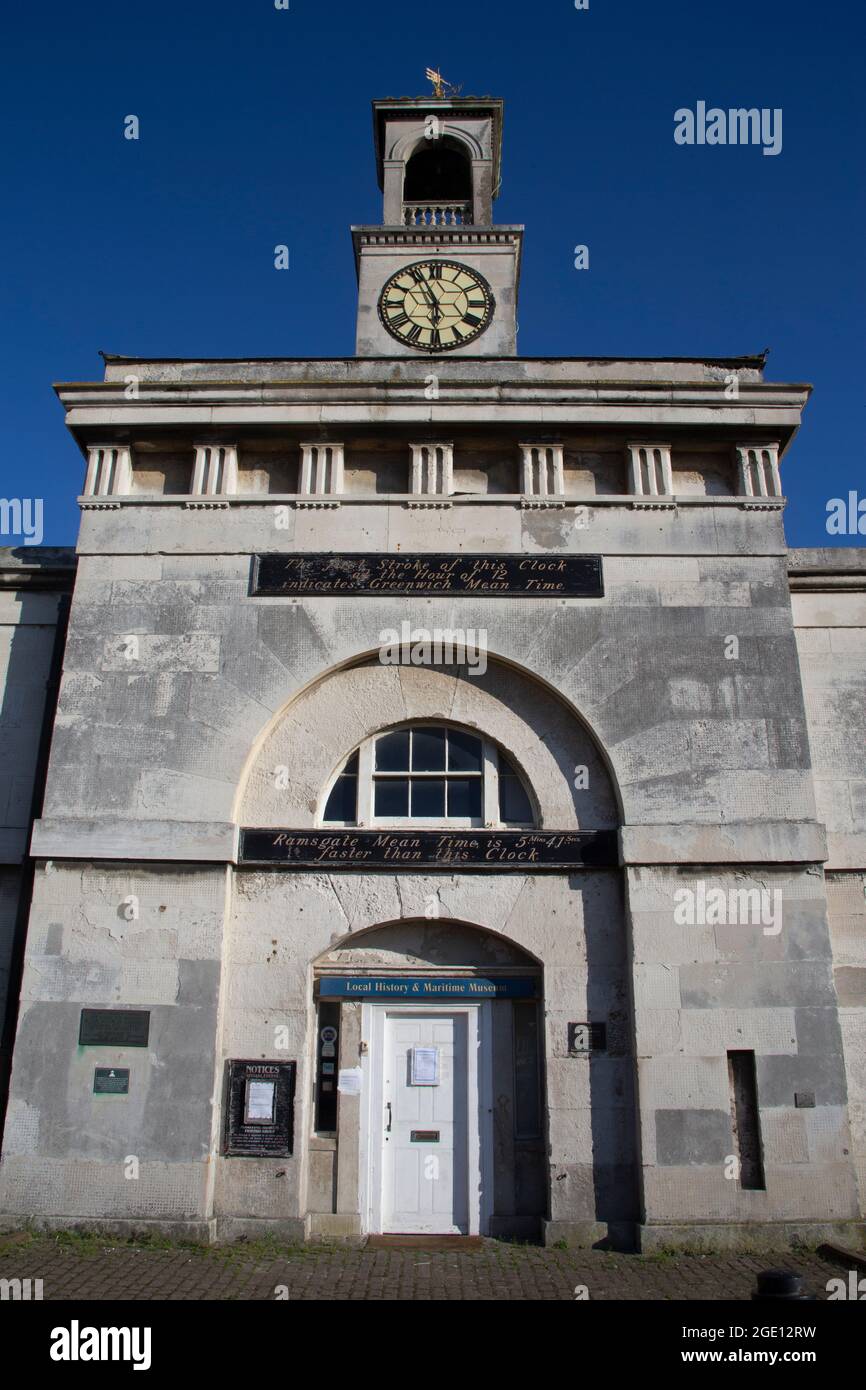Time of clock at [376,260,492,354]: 5:56
